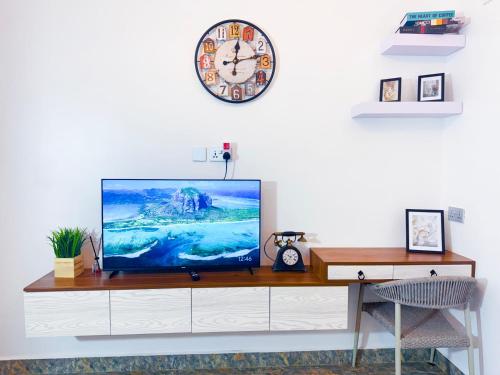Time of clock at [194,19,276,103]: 12:13
